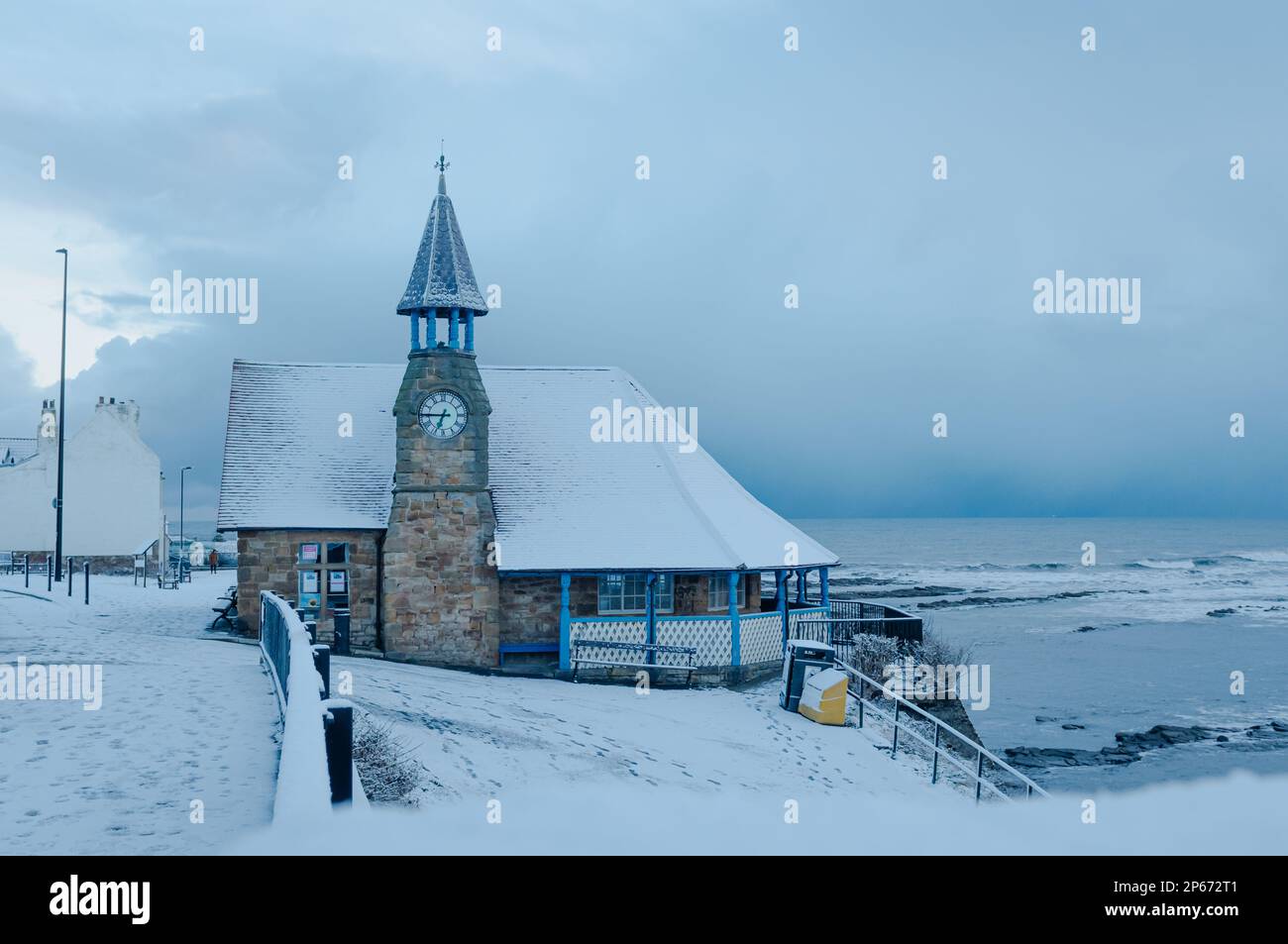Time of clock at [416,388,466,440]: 6:45
